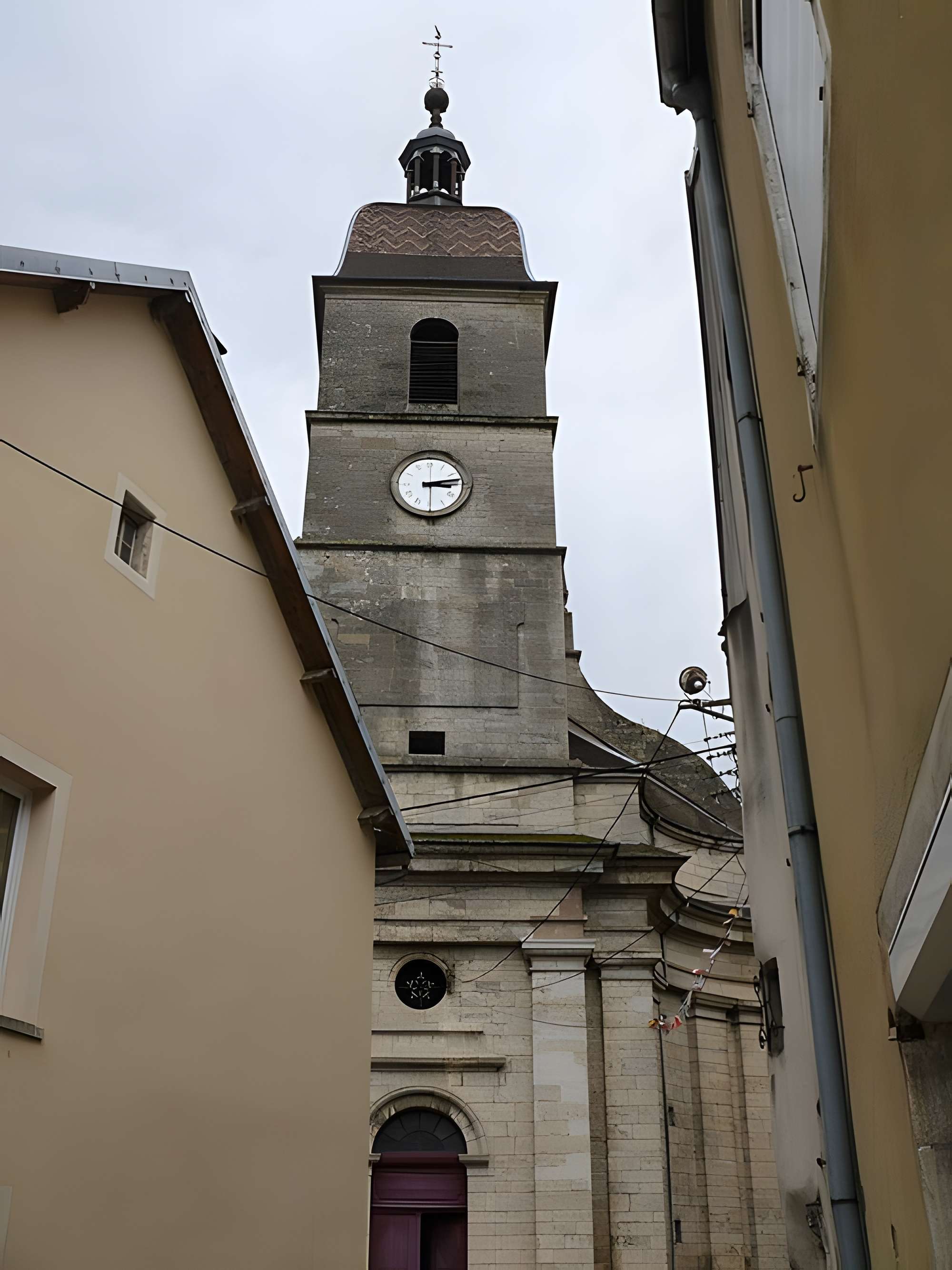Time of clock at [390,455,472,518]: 3:13
